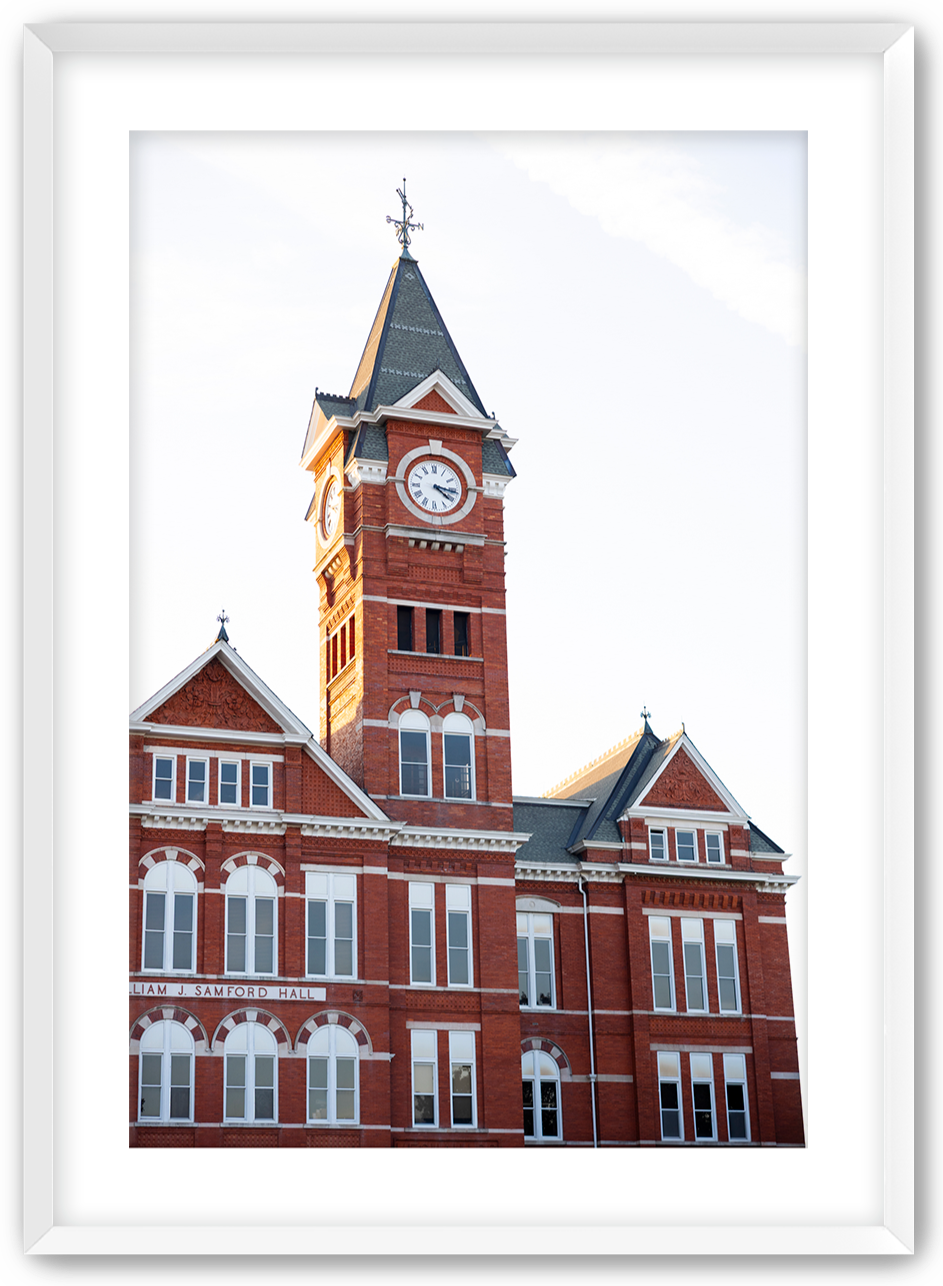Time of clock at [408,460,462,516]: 4:16
